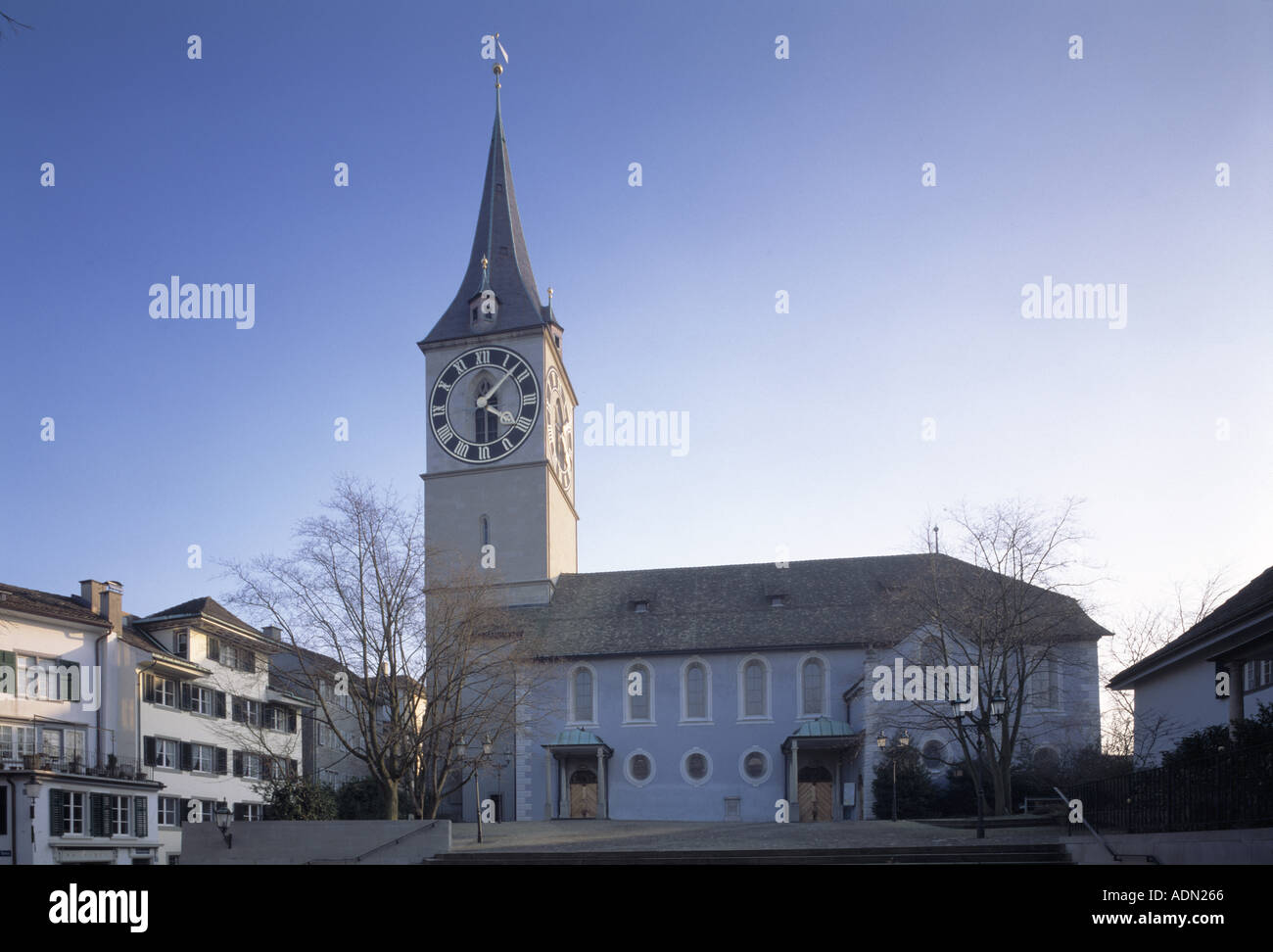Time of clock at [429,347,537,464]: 4:07
